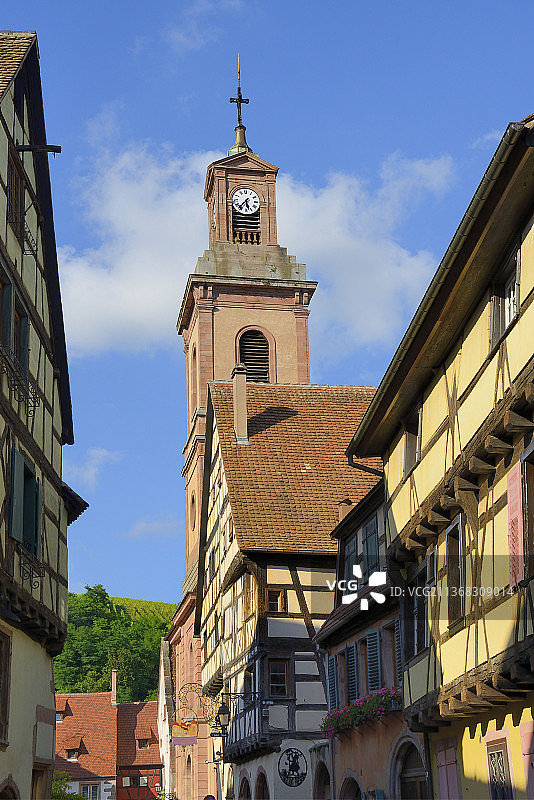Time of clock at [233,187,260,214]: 5:36
